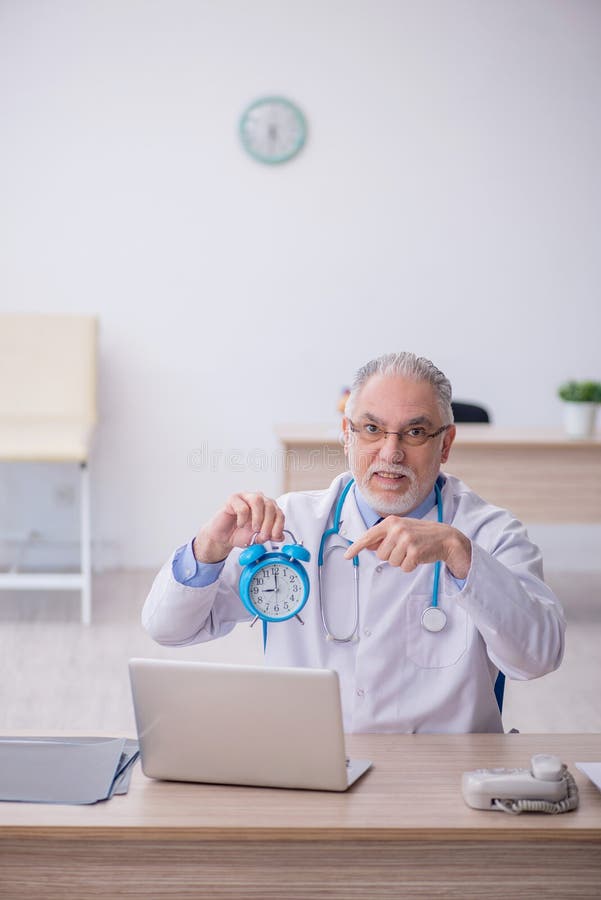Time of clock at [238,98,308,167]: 5:31
